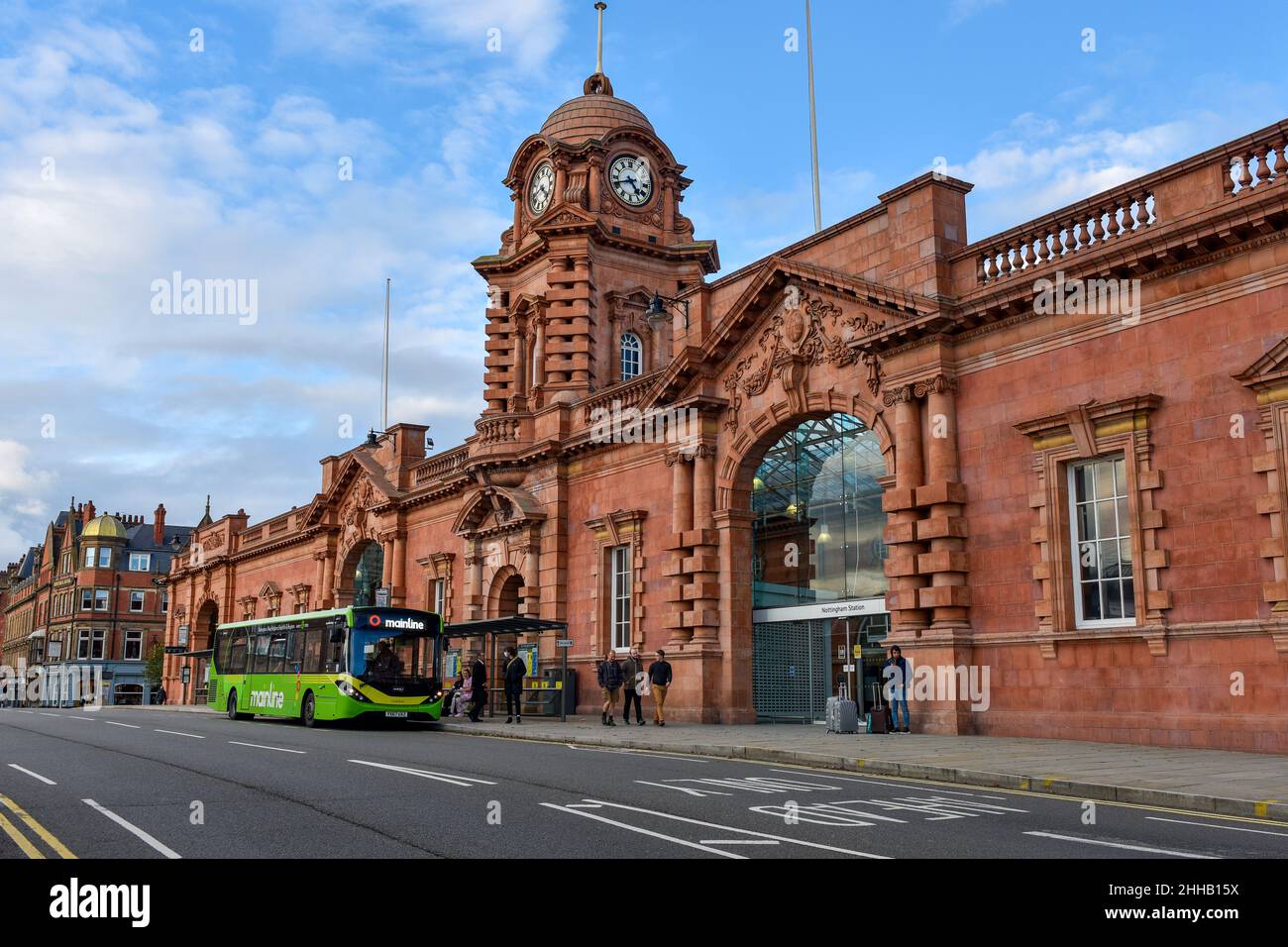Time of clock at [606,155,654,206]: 4:42
